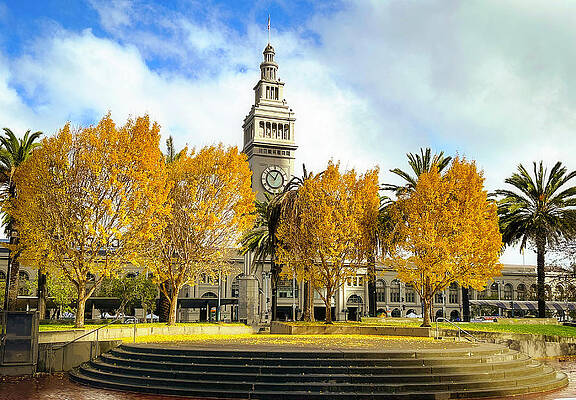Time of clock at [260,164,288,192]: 12:52
